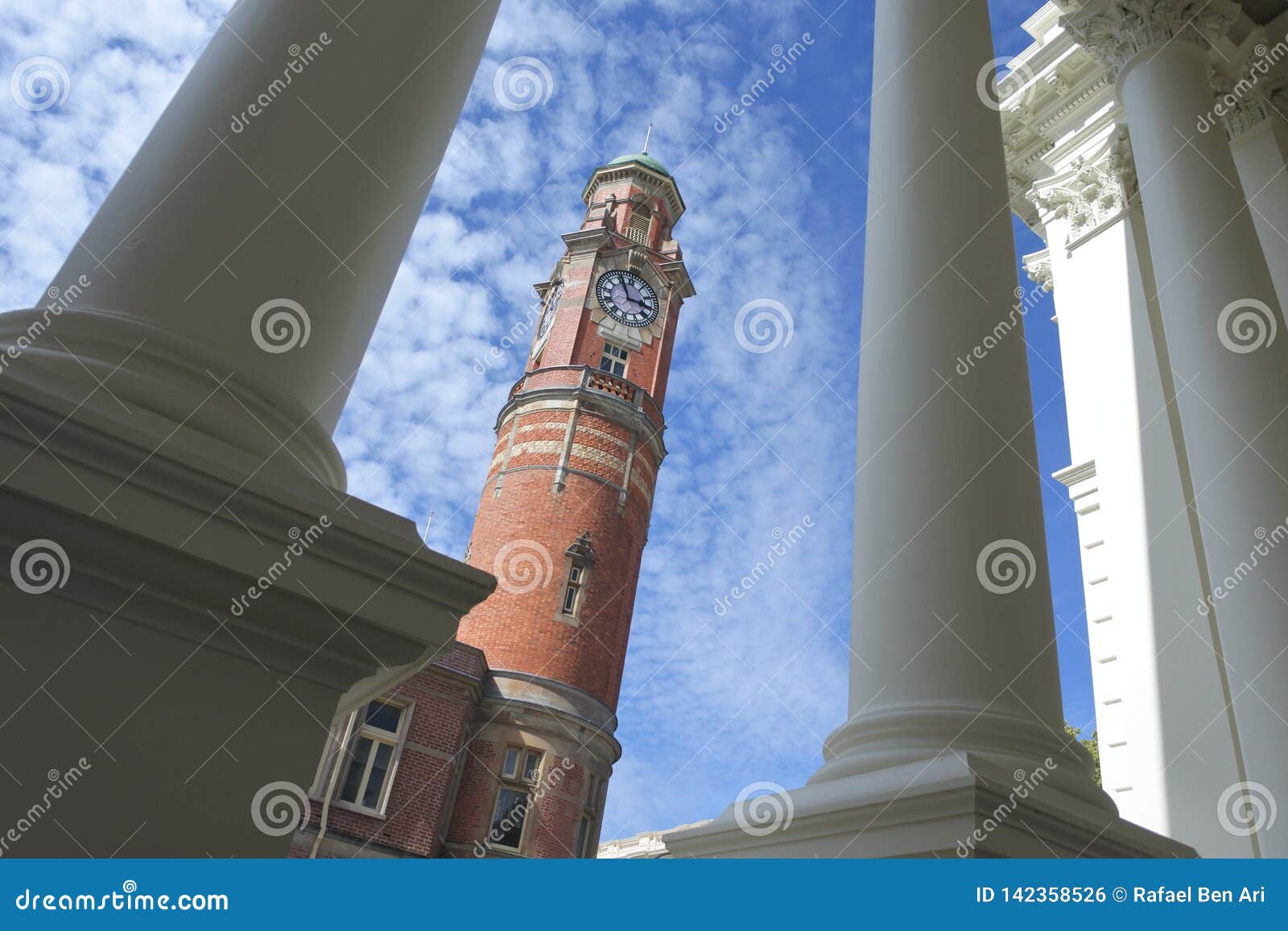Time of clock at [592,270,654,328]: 2:56
